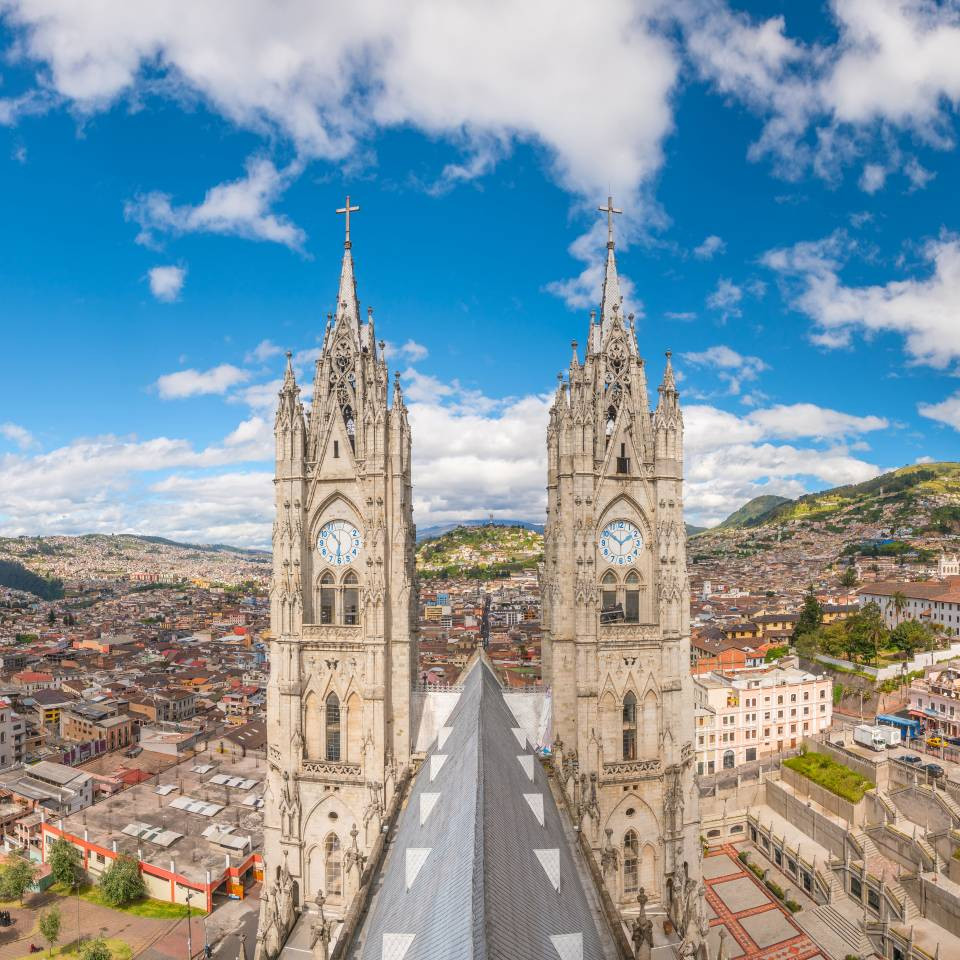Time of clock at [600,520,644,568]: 1:51
